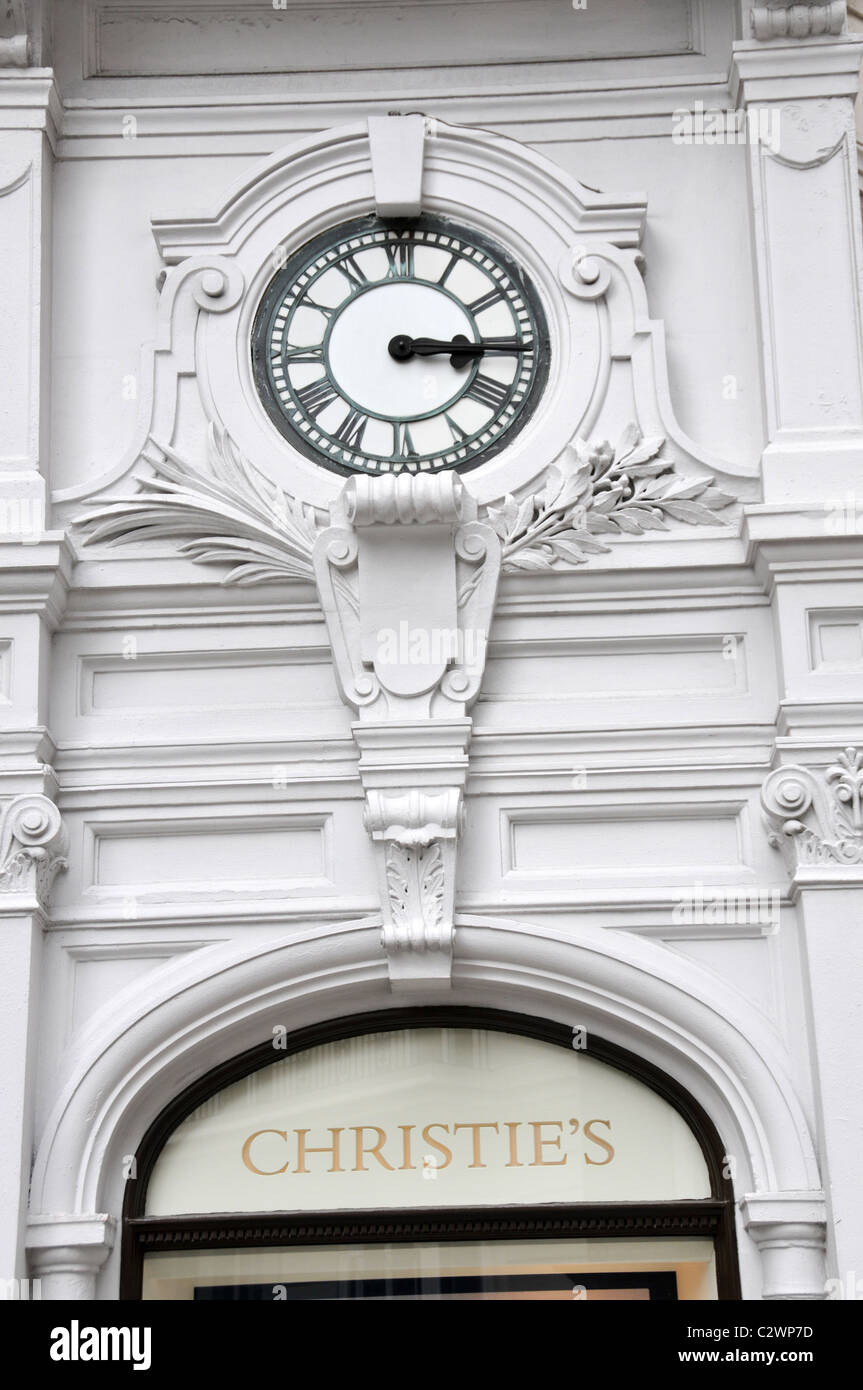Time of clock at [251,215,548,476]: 3:15
